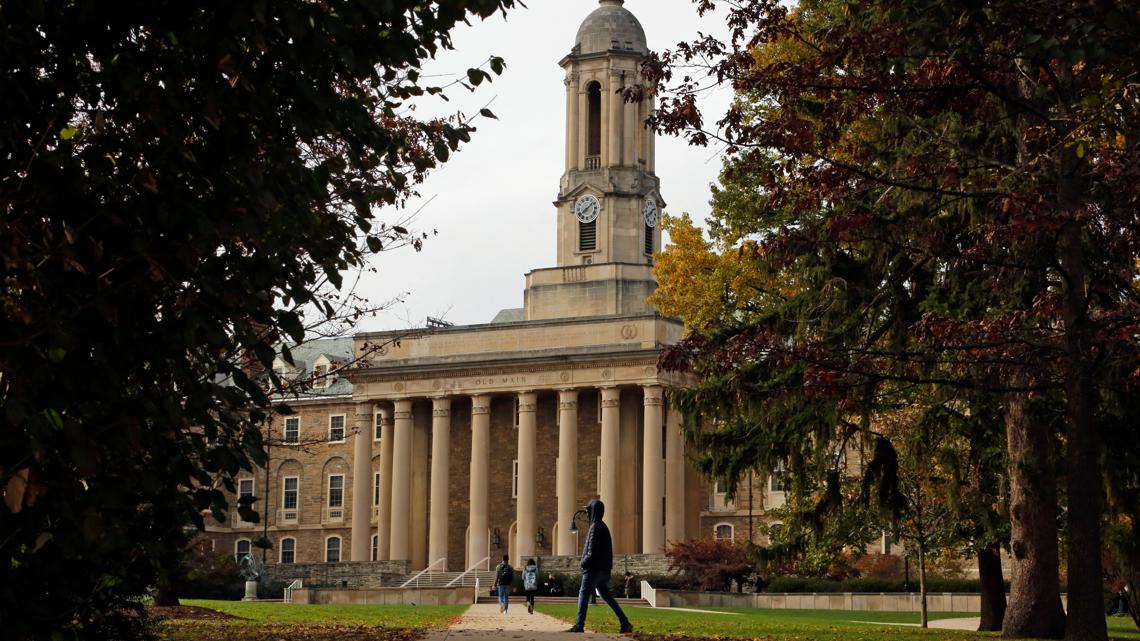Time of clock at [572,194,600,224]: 1:38
